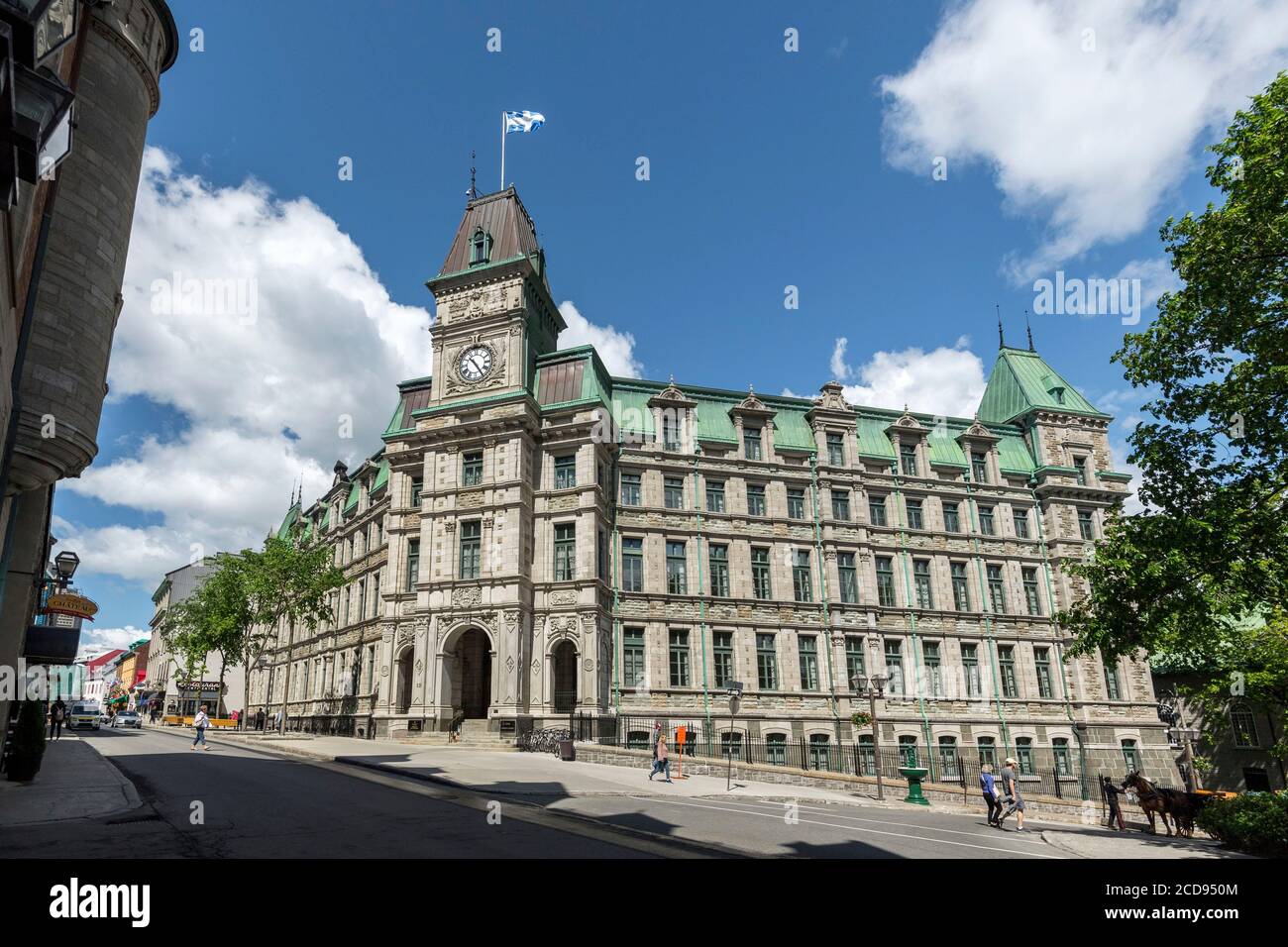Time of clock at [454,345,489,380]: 10:24
